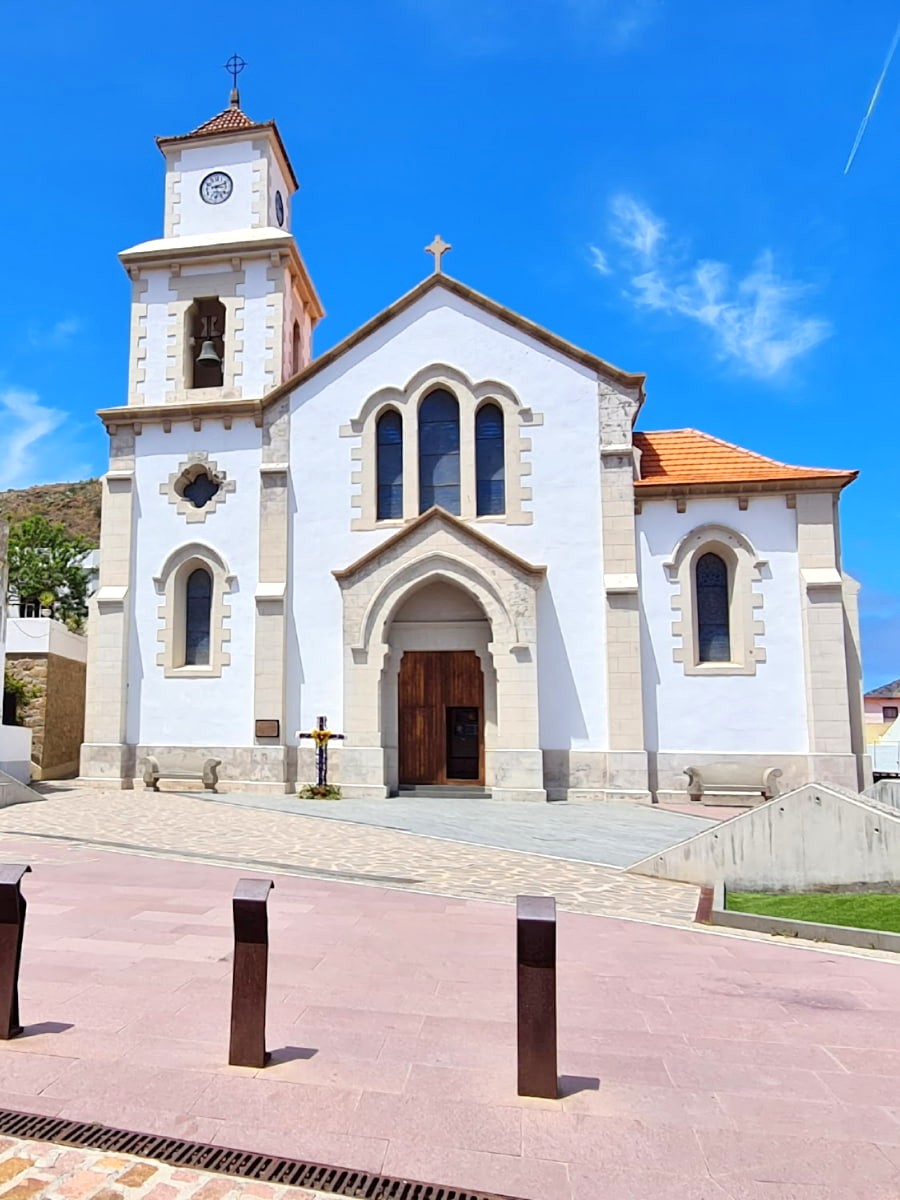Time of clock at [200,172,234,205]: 3:11
